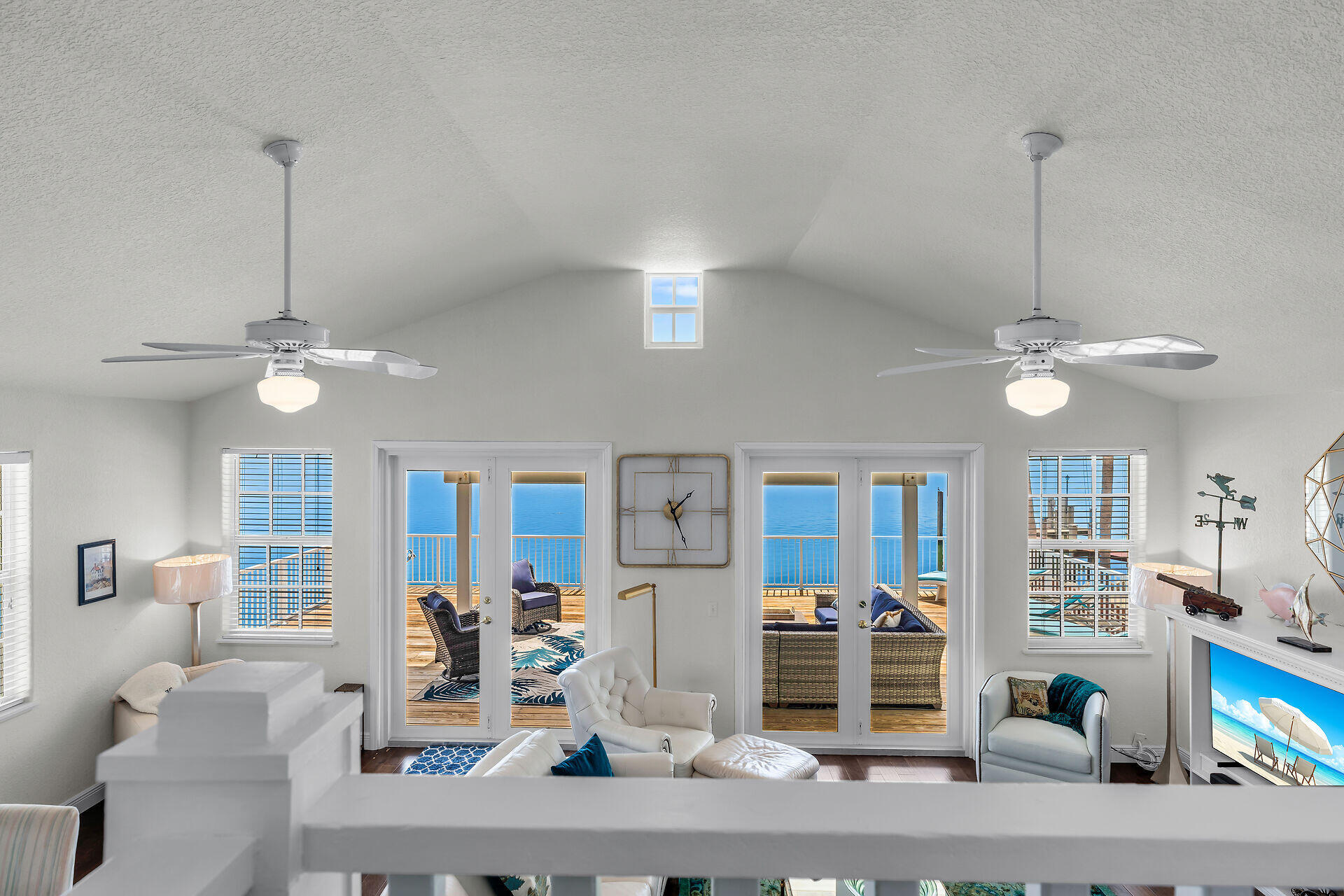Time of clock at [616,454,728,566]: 1:26
